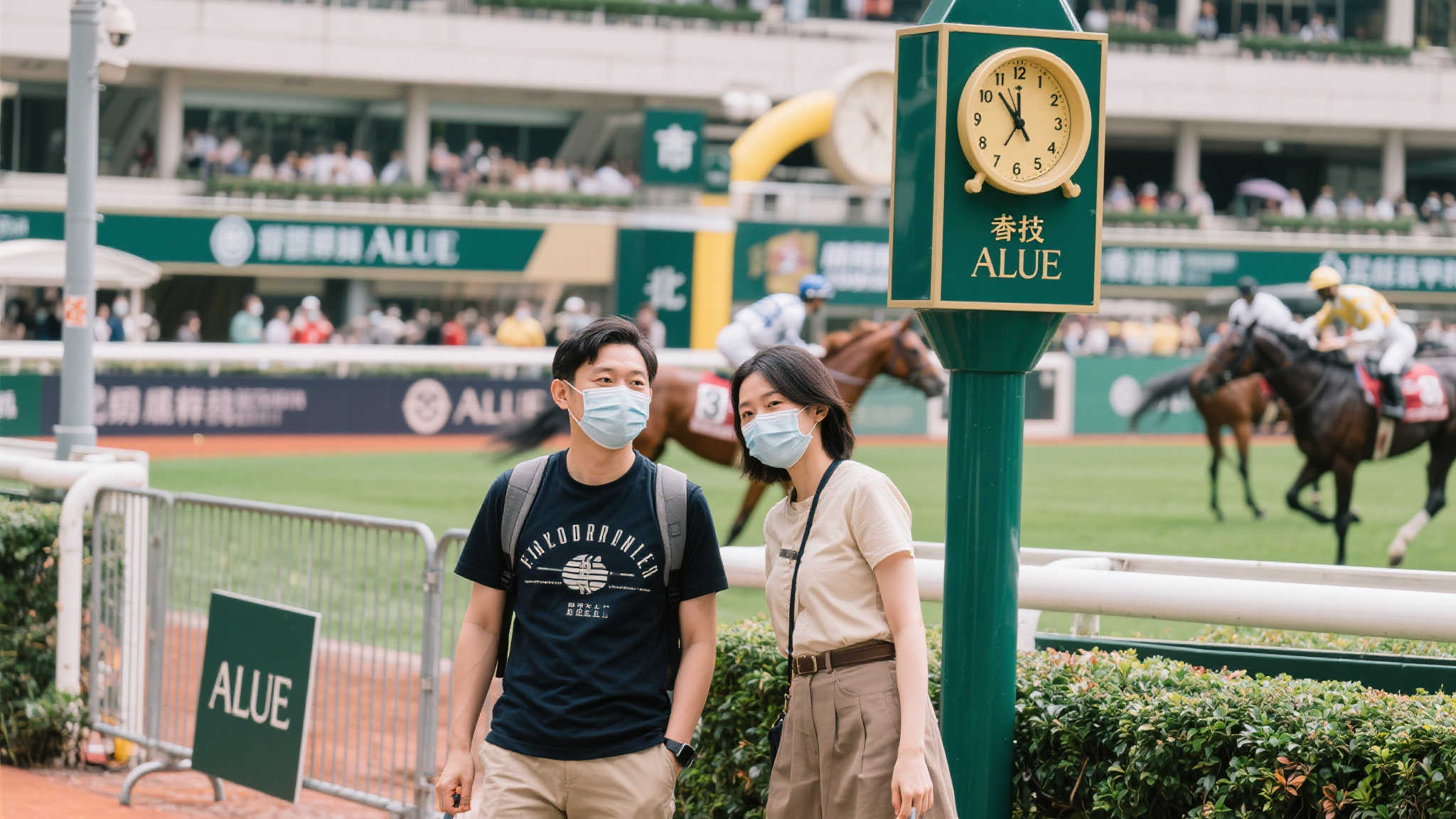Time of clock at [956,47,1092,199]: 11:52
